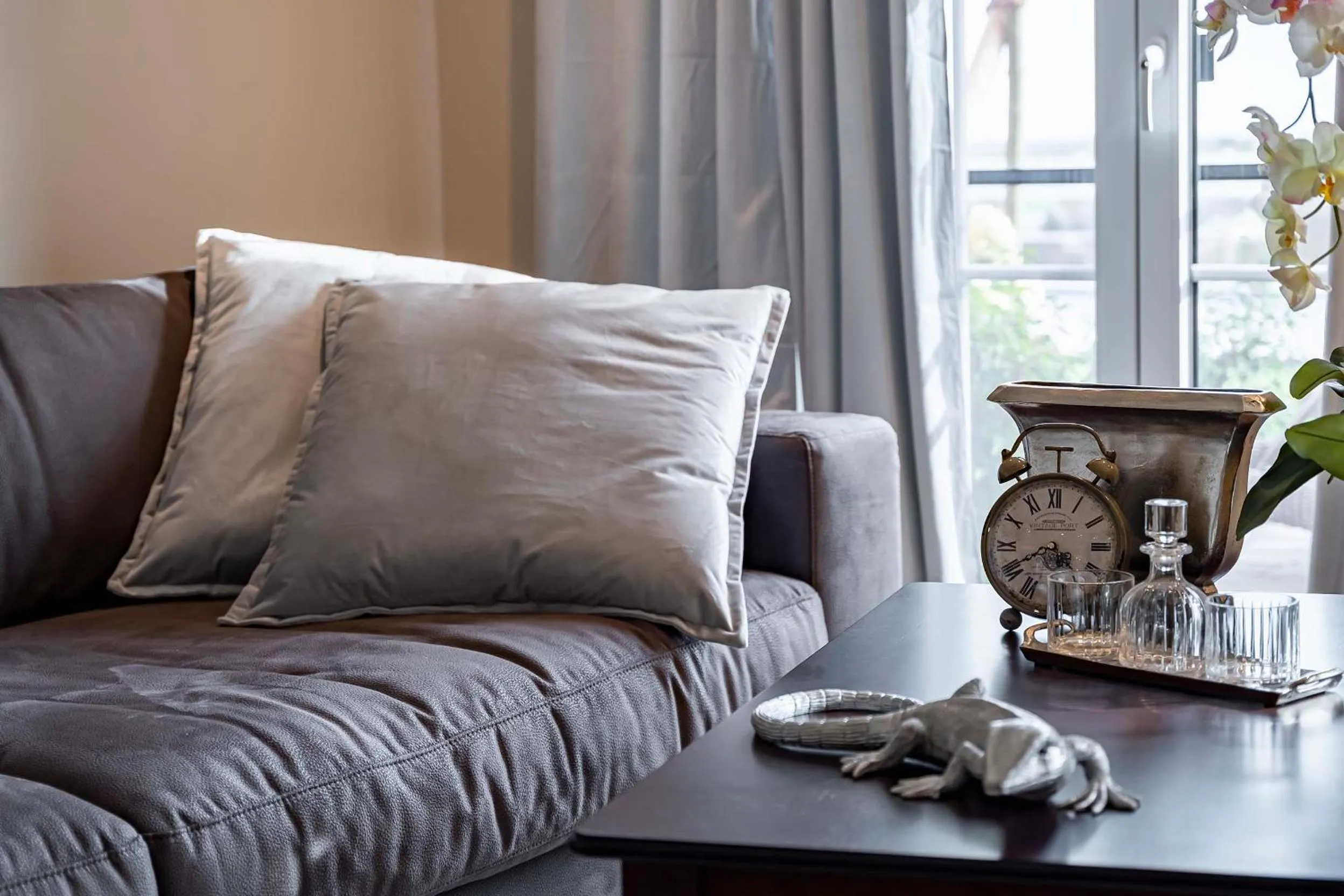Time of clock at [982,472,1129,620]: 4:40
